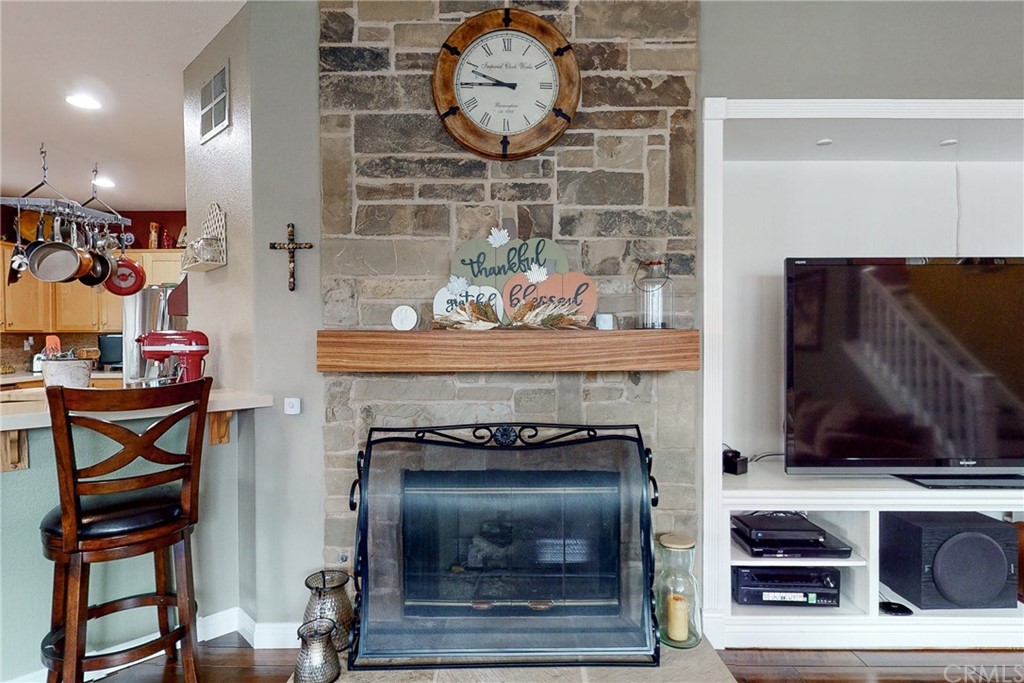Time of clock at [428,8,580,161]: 9:45
